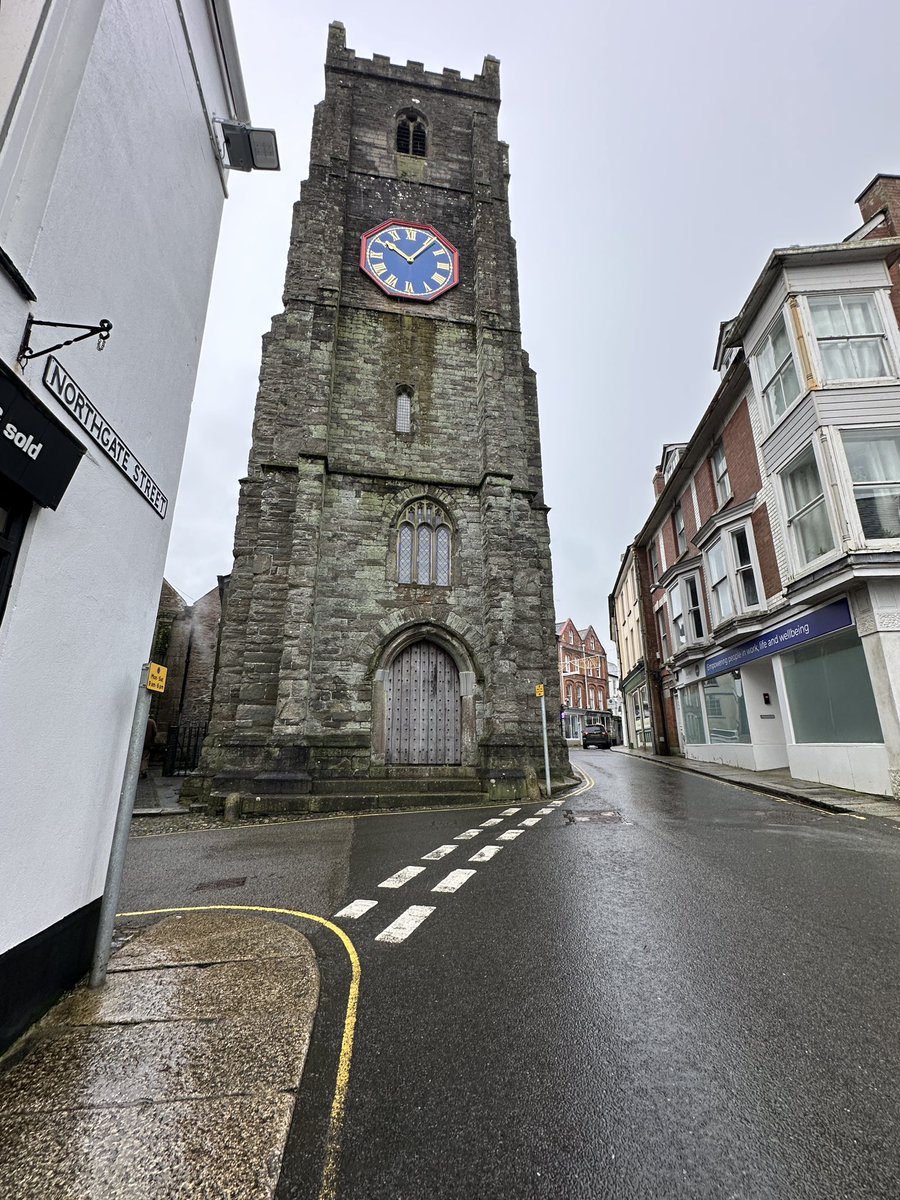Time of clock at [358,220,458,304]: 10:06
